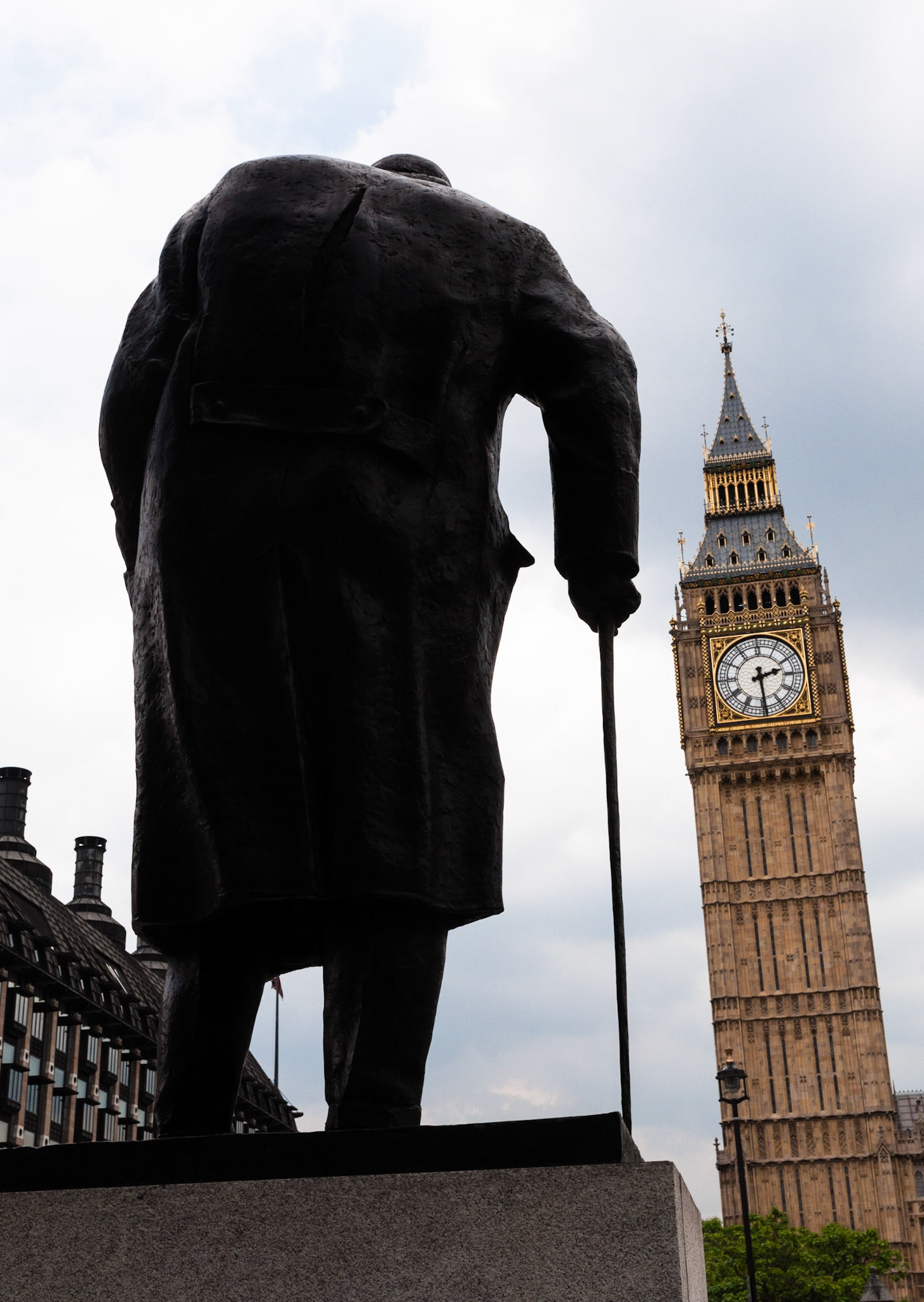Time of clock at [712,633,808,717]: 2:29
